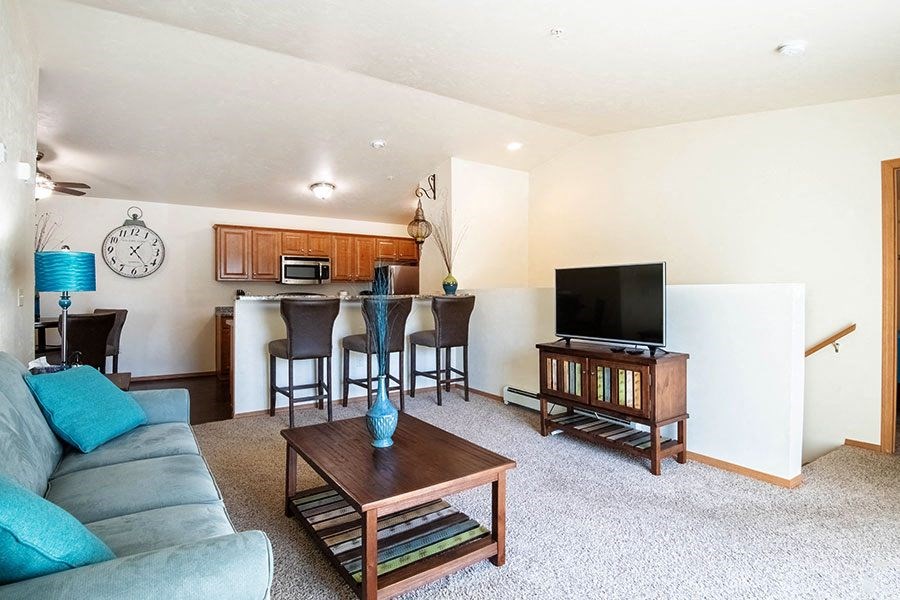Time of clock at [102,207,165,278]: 1:23
